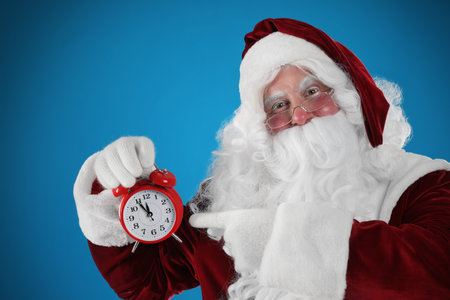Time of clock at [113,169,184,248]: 11:54
